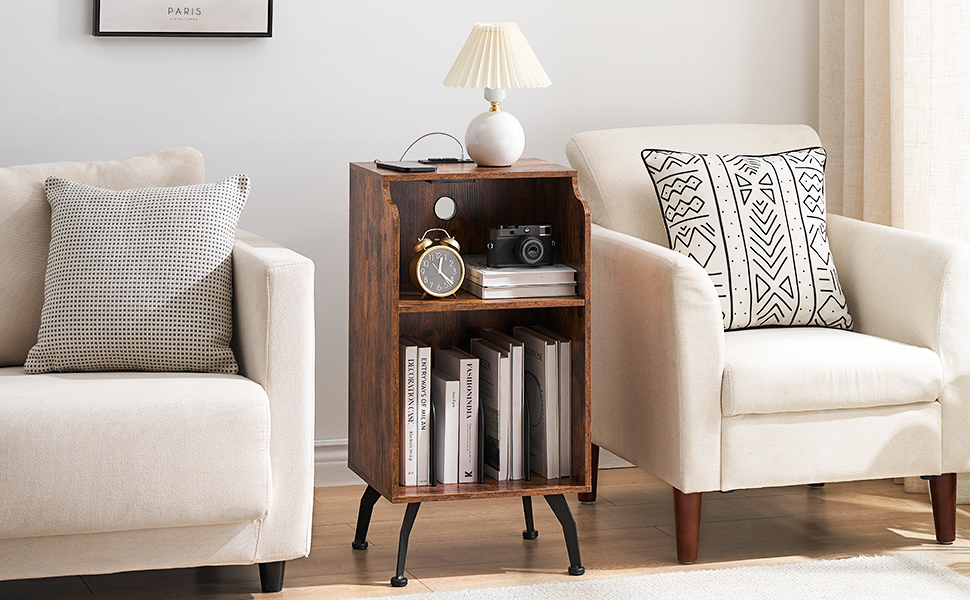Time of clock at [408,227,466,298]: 12:22
